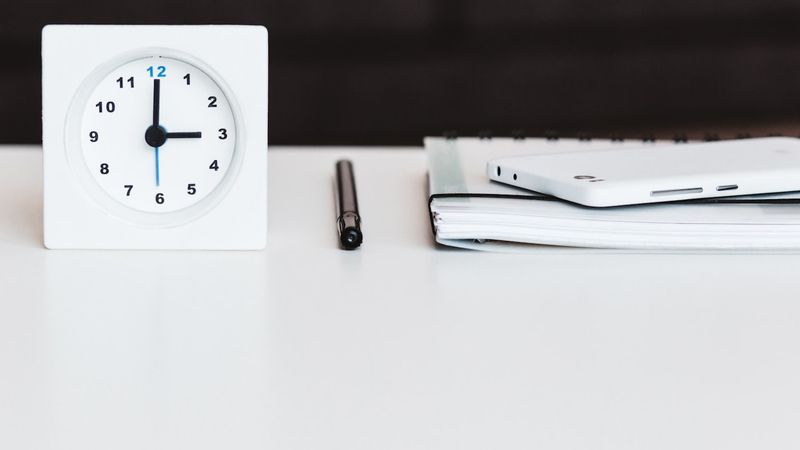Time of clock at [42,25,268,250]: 3:00
